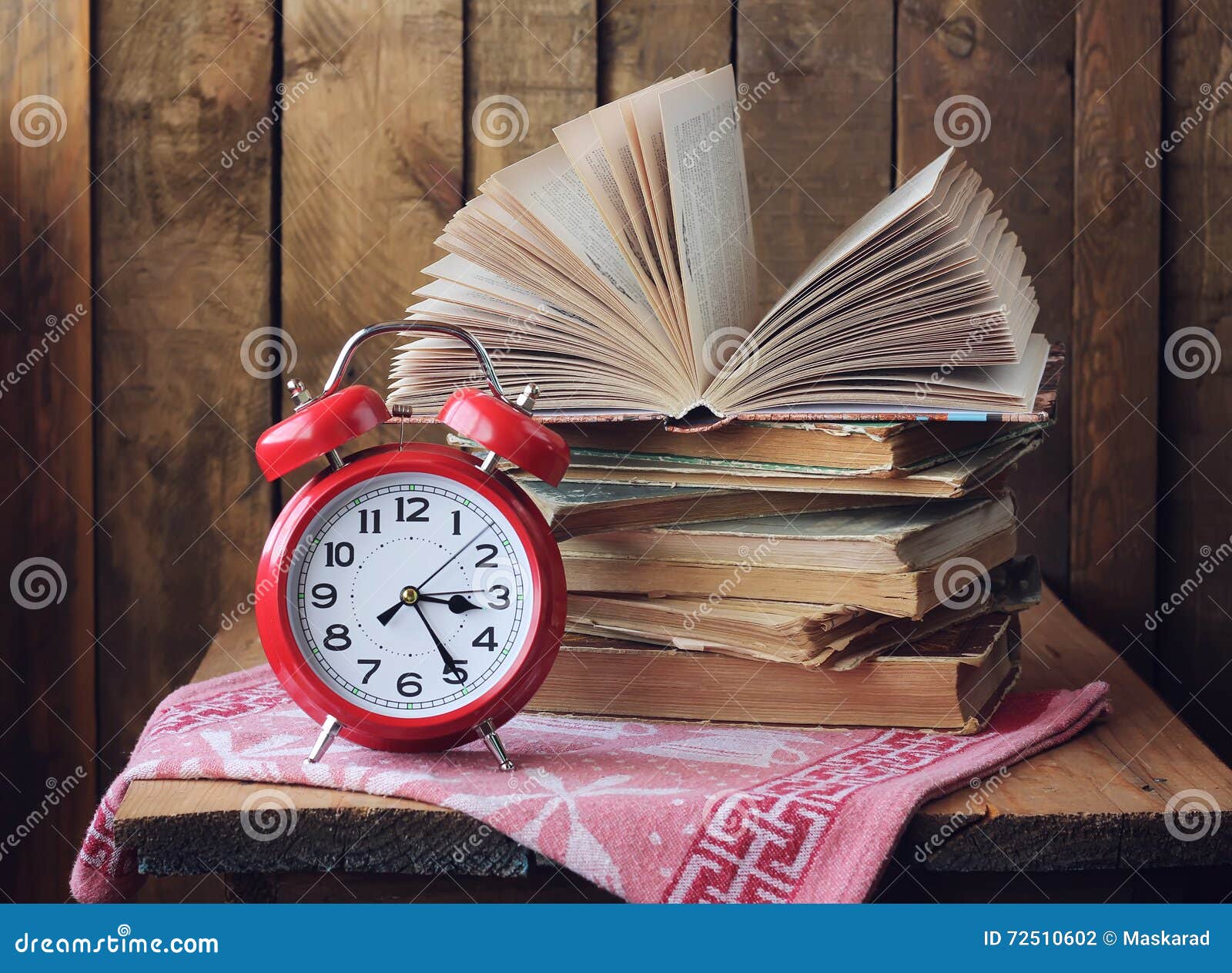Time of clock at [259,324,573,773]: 3:24
